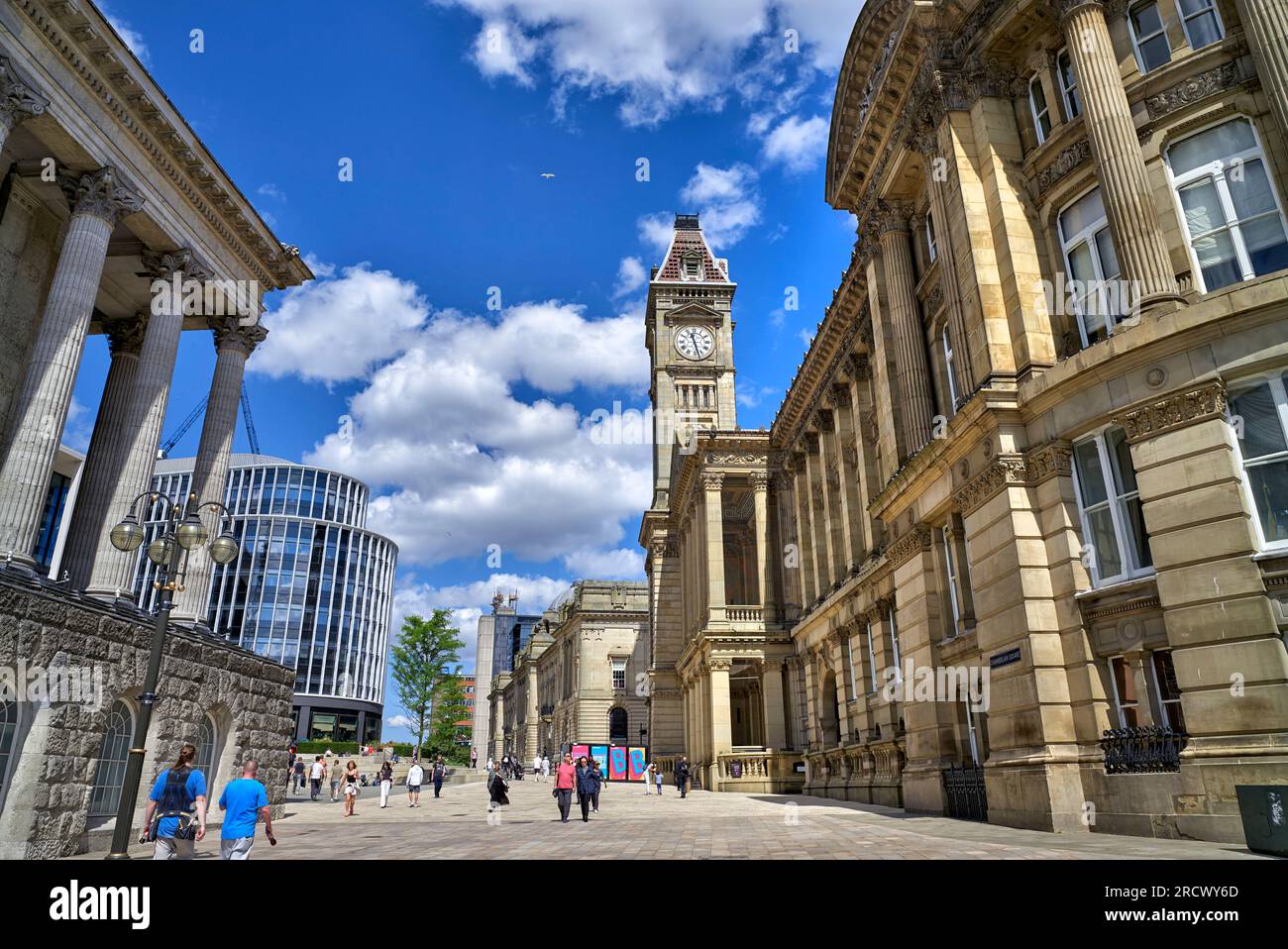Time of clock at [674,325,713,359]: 11:27
